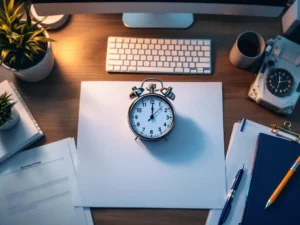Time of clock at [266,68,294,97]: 12:13
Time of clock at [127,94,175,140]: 12:07
